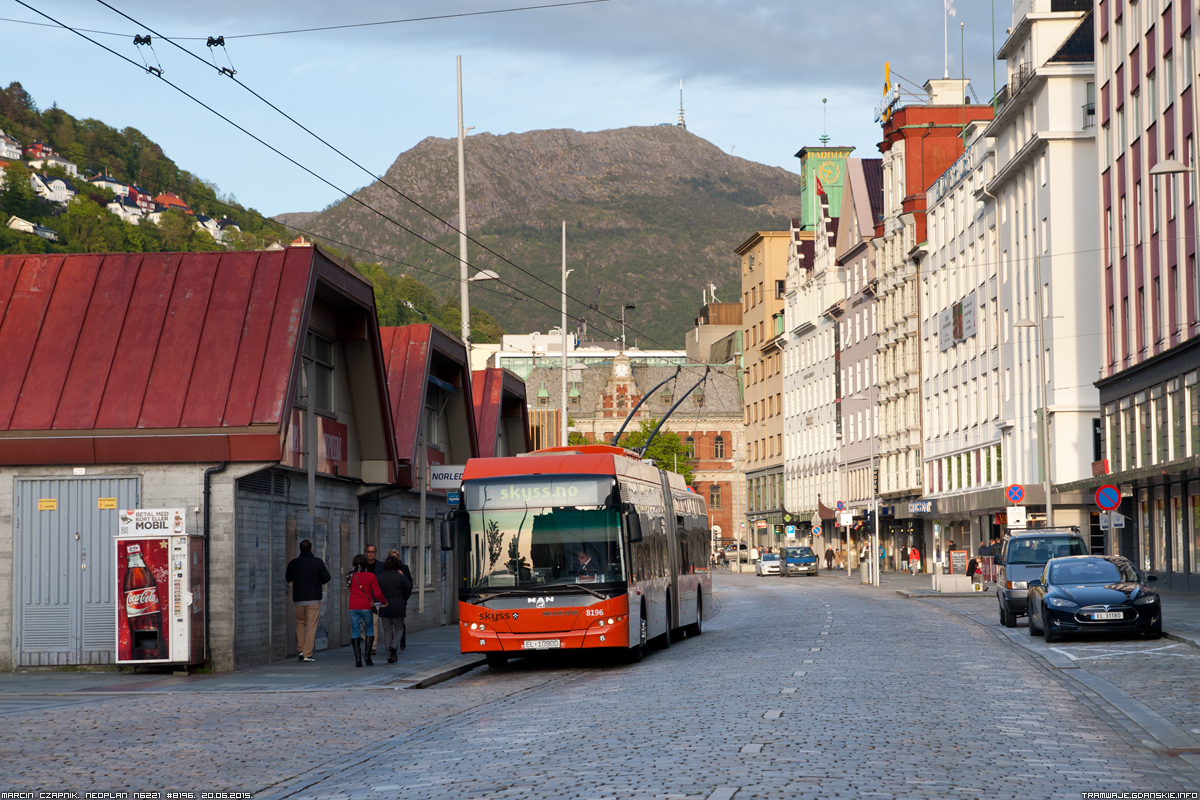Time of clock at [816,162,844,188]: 9:34
